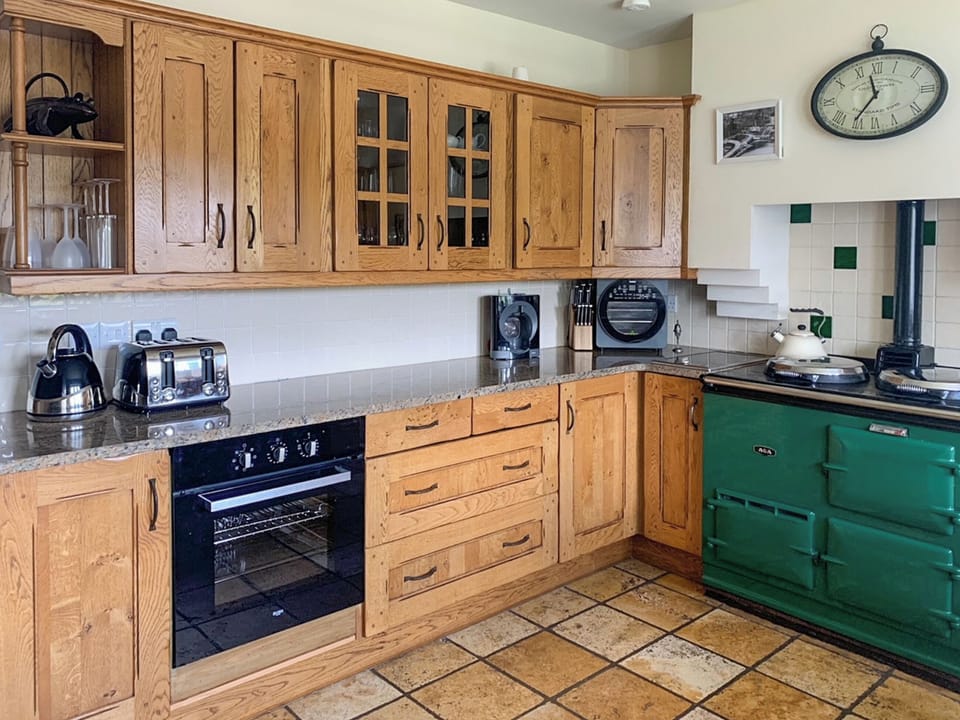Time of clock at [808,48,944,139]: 11:35
